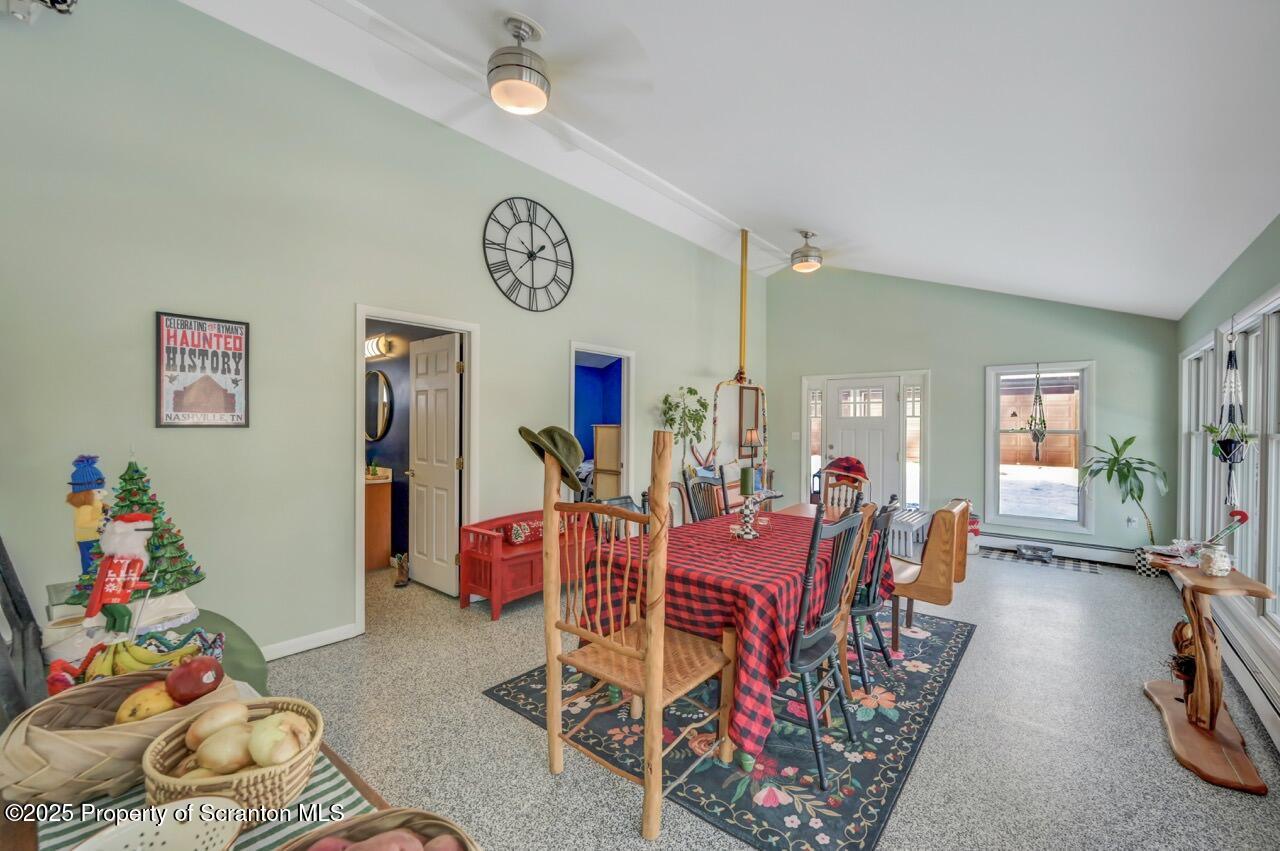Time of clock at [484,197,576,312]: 1:59
